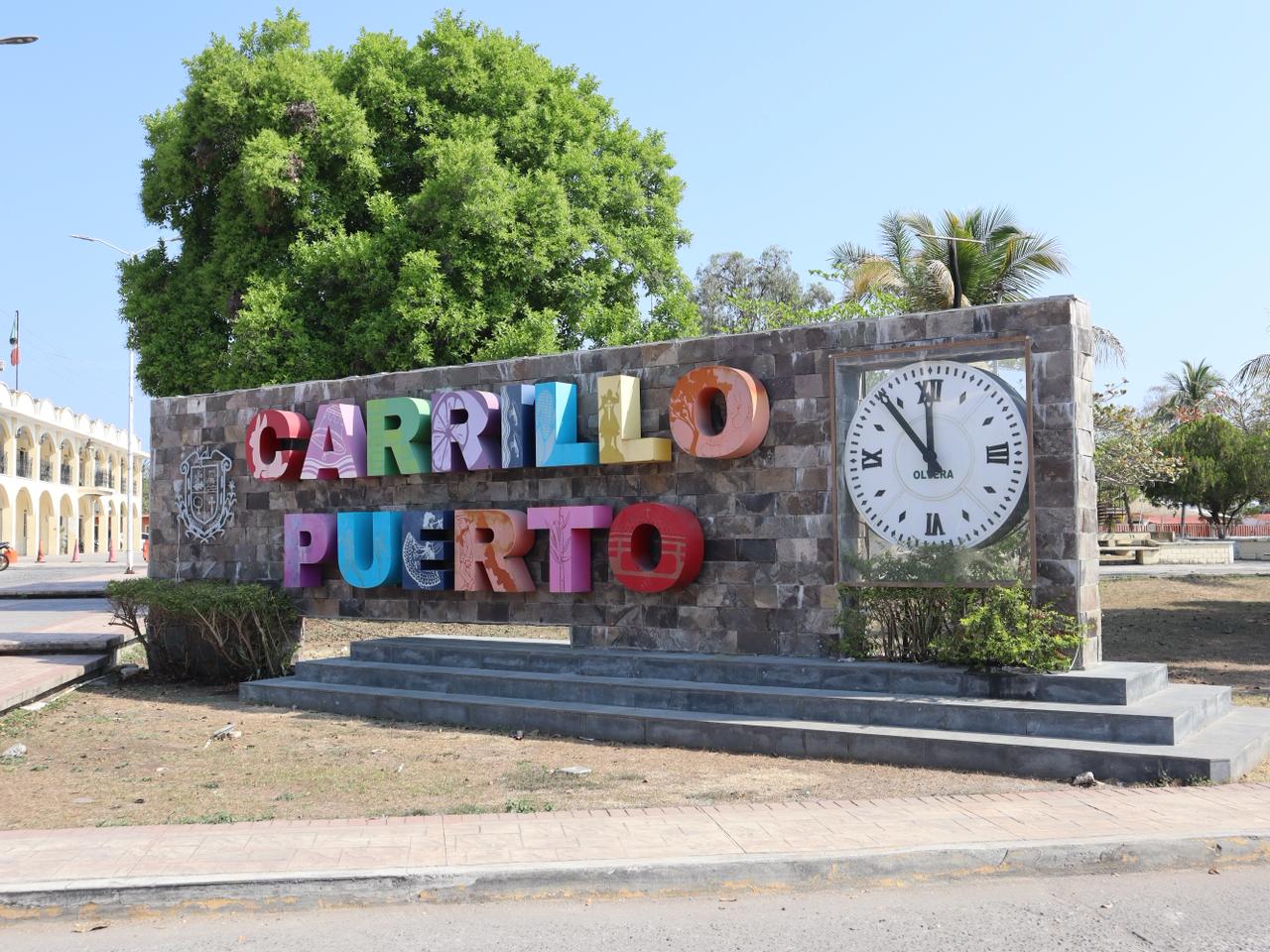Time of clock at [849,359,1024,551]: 11:53
